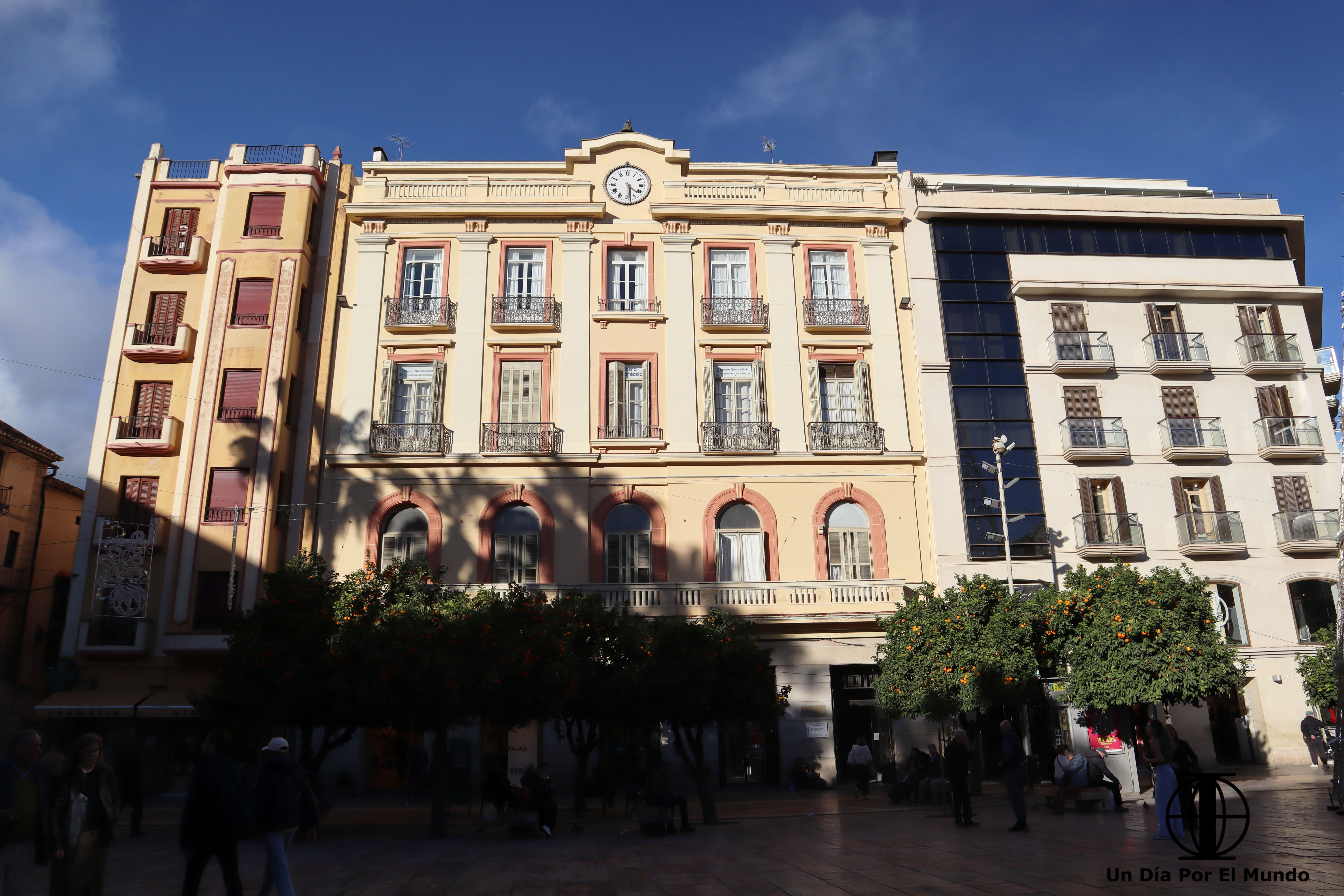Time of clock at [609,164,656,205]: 4:28
